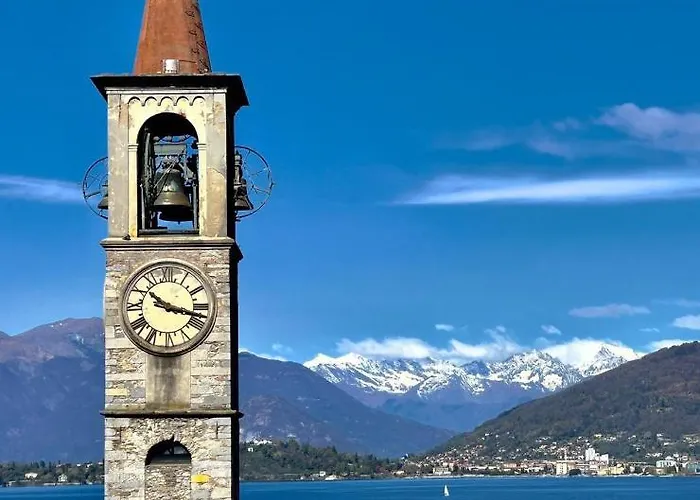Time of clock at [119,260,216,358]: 10:17
